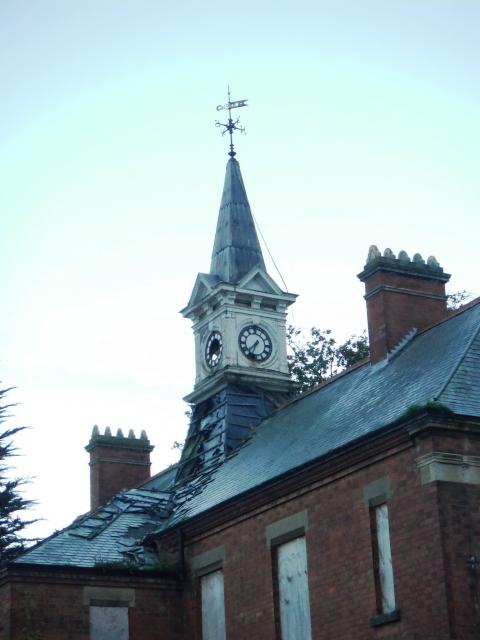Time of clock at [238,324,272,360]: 7:33
